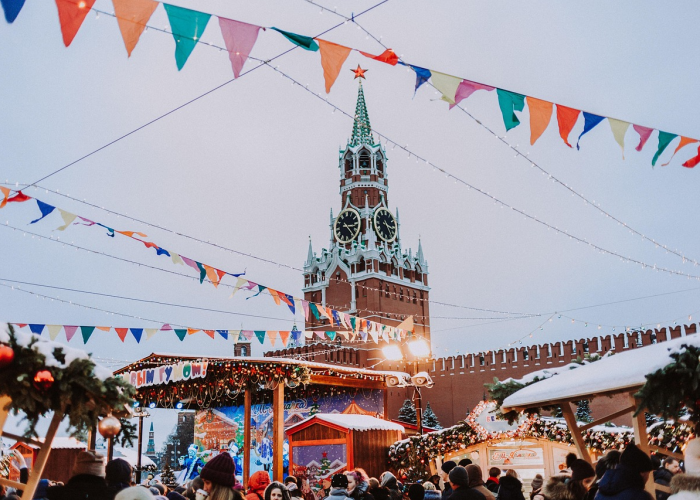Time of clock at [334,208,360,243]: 3:23
